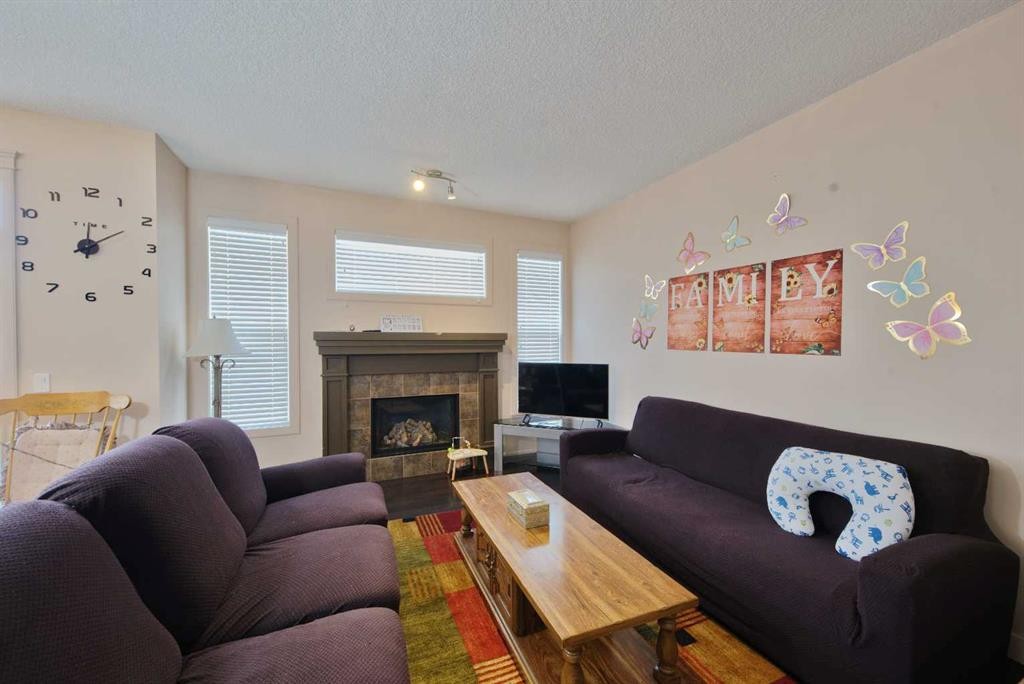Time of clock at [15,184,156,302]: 12:10
